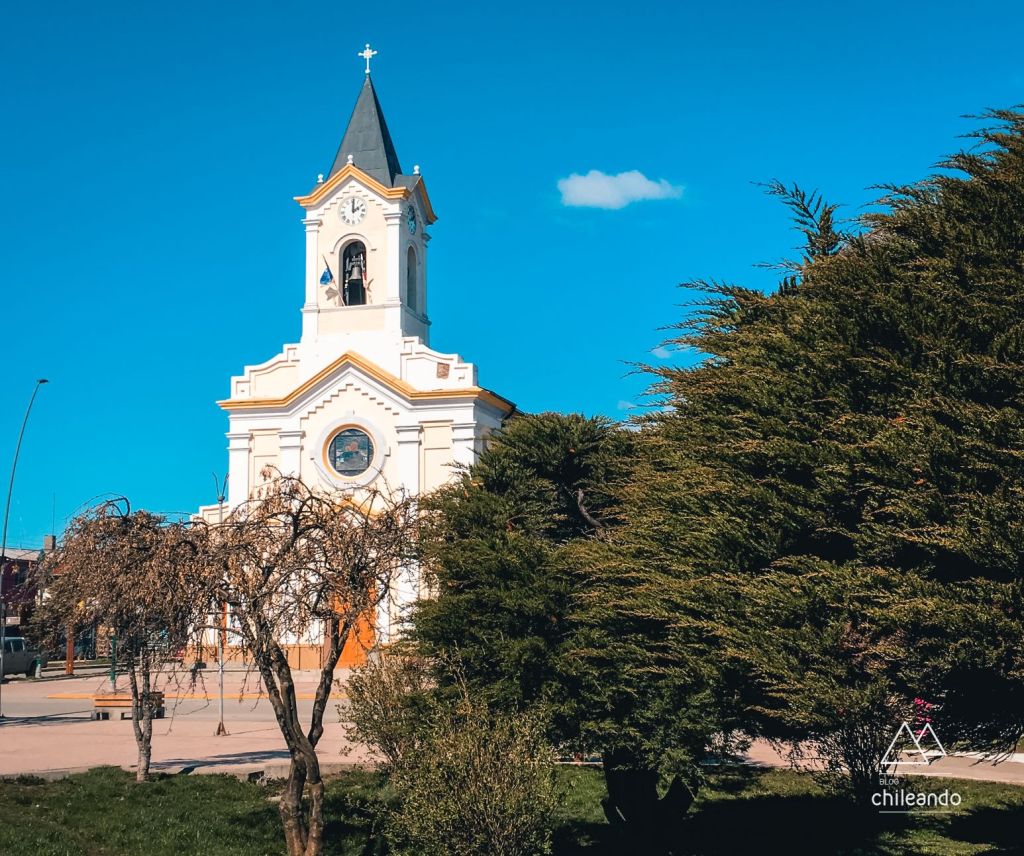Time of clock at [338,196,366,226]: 2:00
